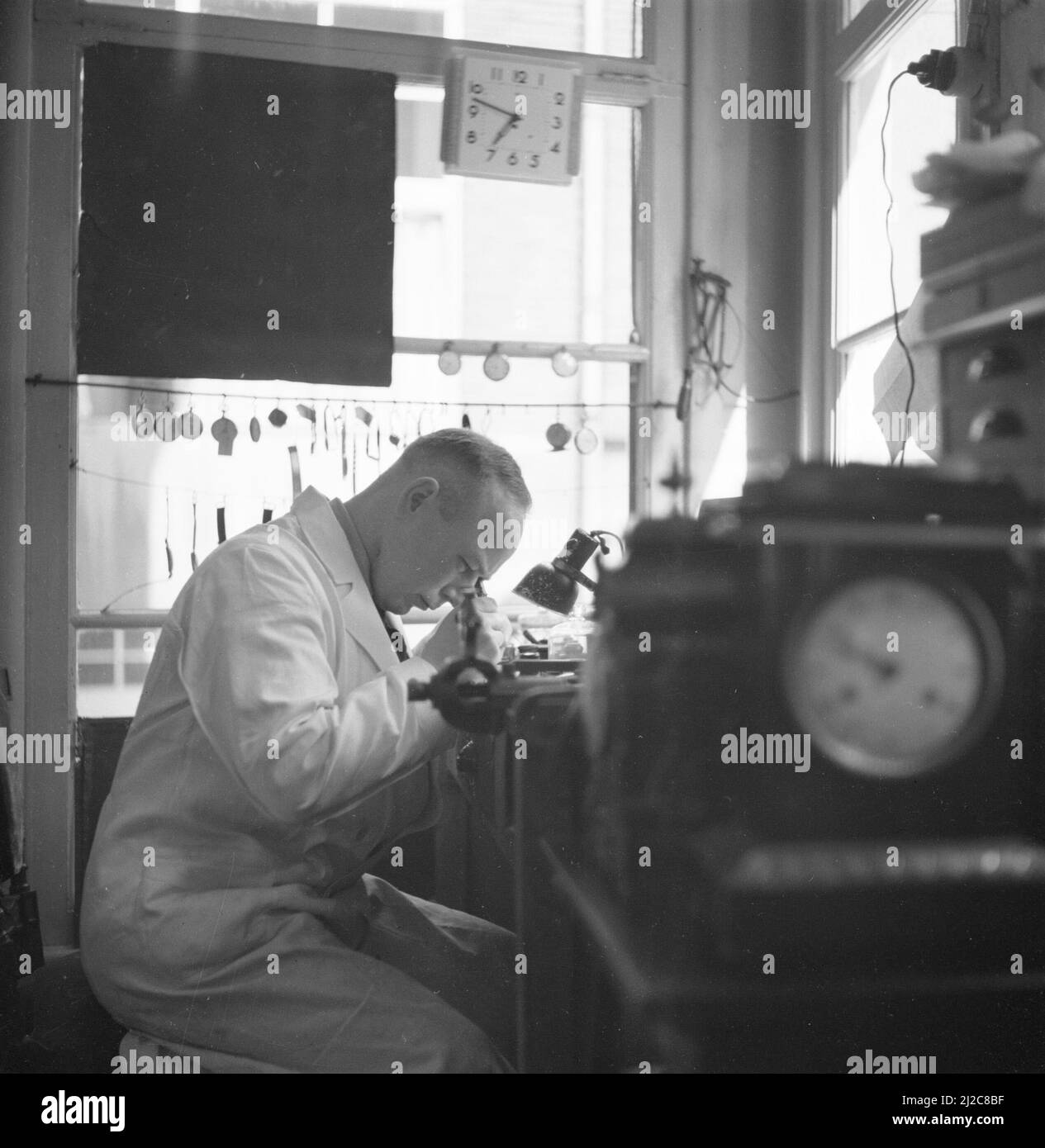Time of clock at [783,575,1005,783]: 7:49
